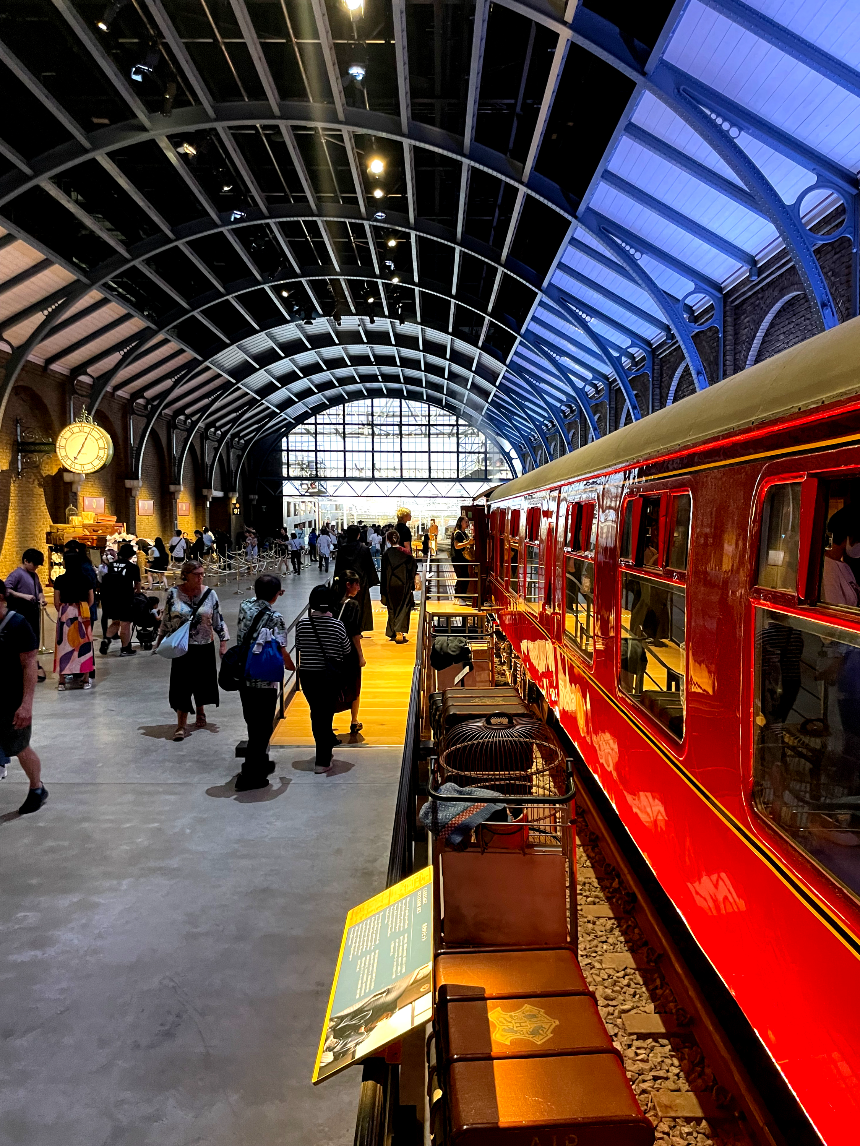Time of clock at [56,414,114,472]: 7:04
